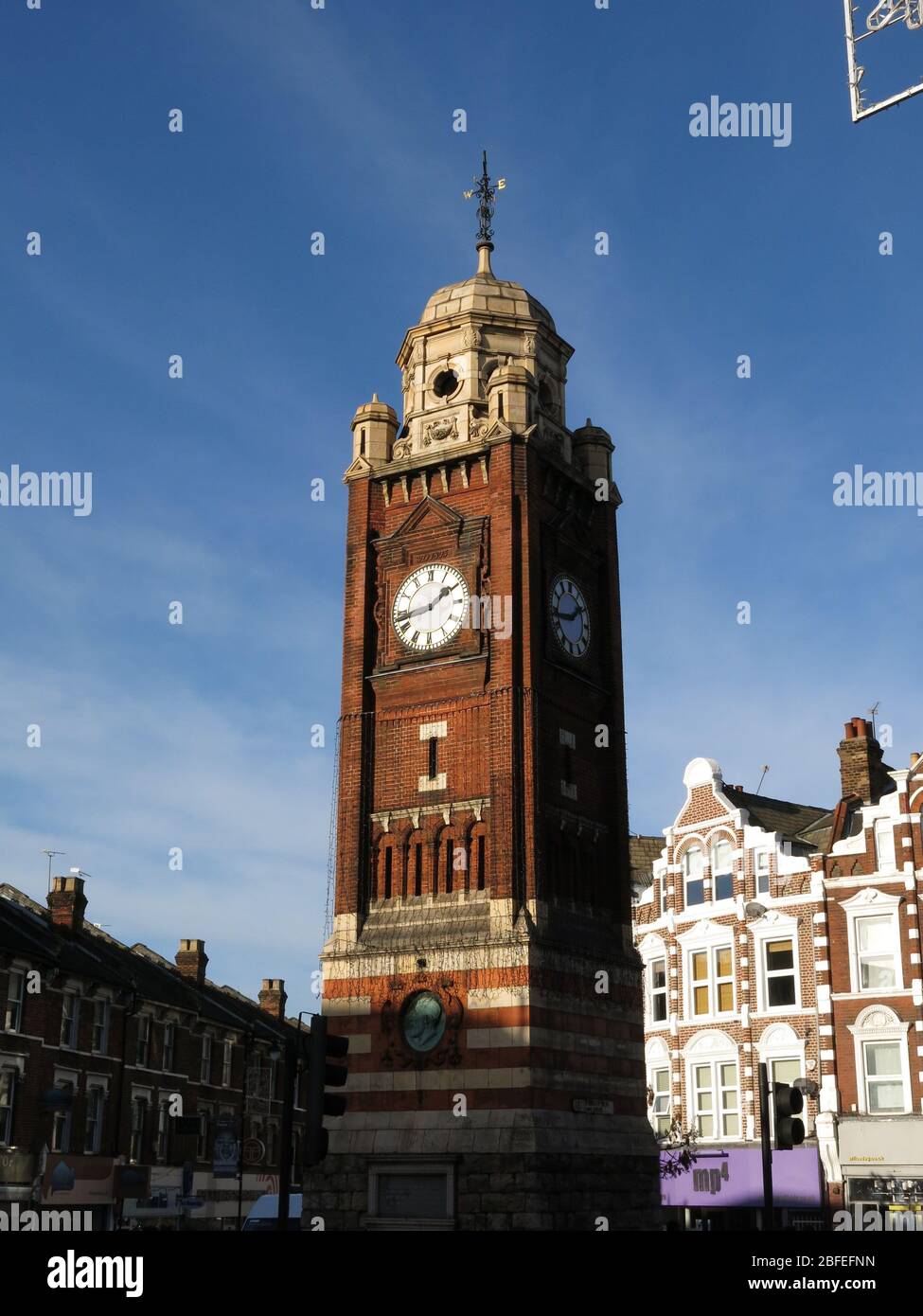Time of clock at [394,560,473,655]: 1:43
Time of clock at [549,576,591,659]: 1:43
